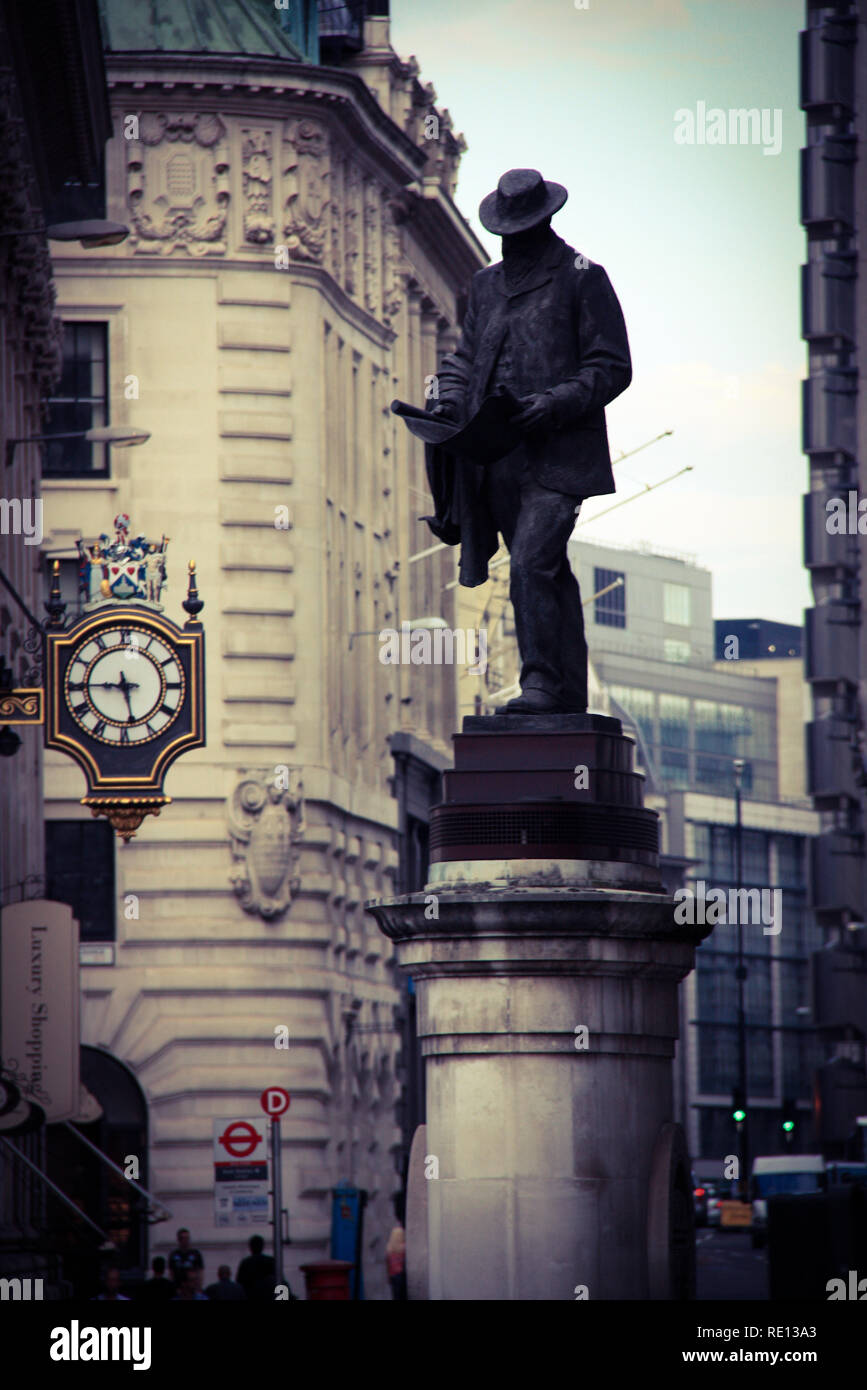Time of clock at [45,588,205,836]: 5:44
